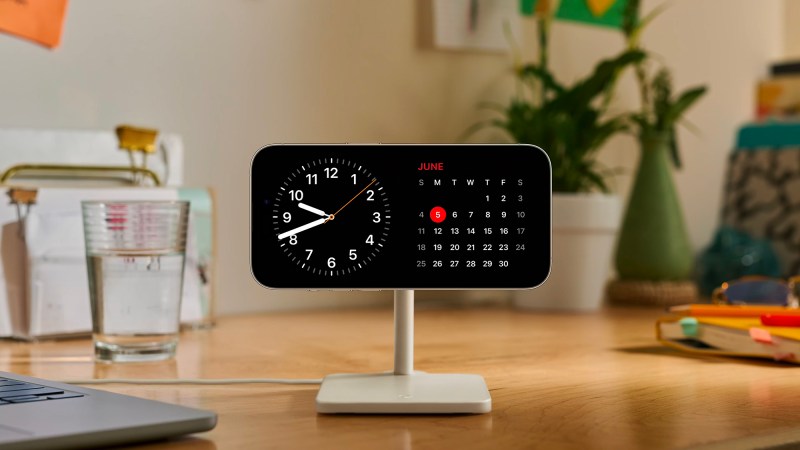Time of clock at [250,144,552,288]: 9:41
